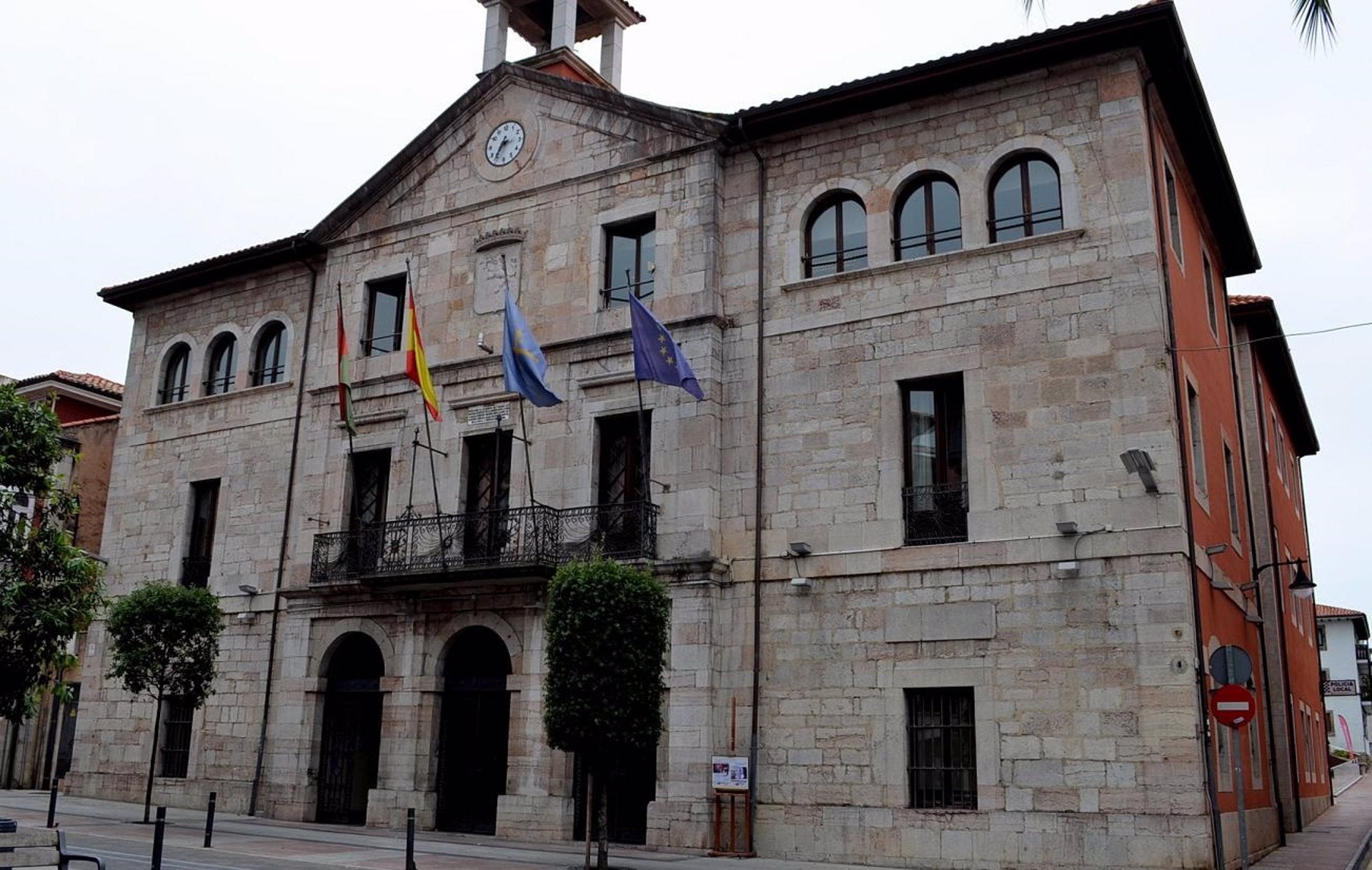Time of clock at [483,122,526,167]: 2:35
